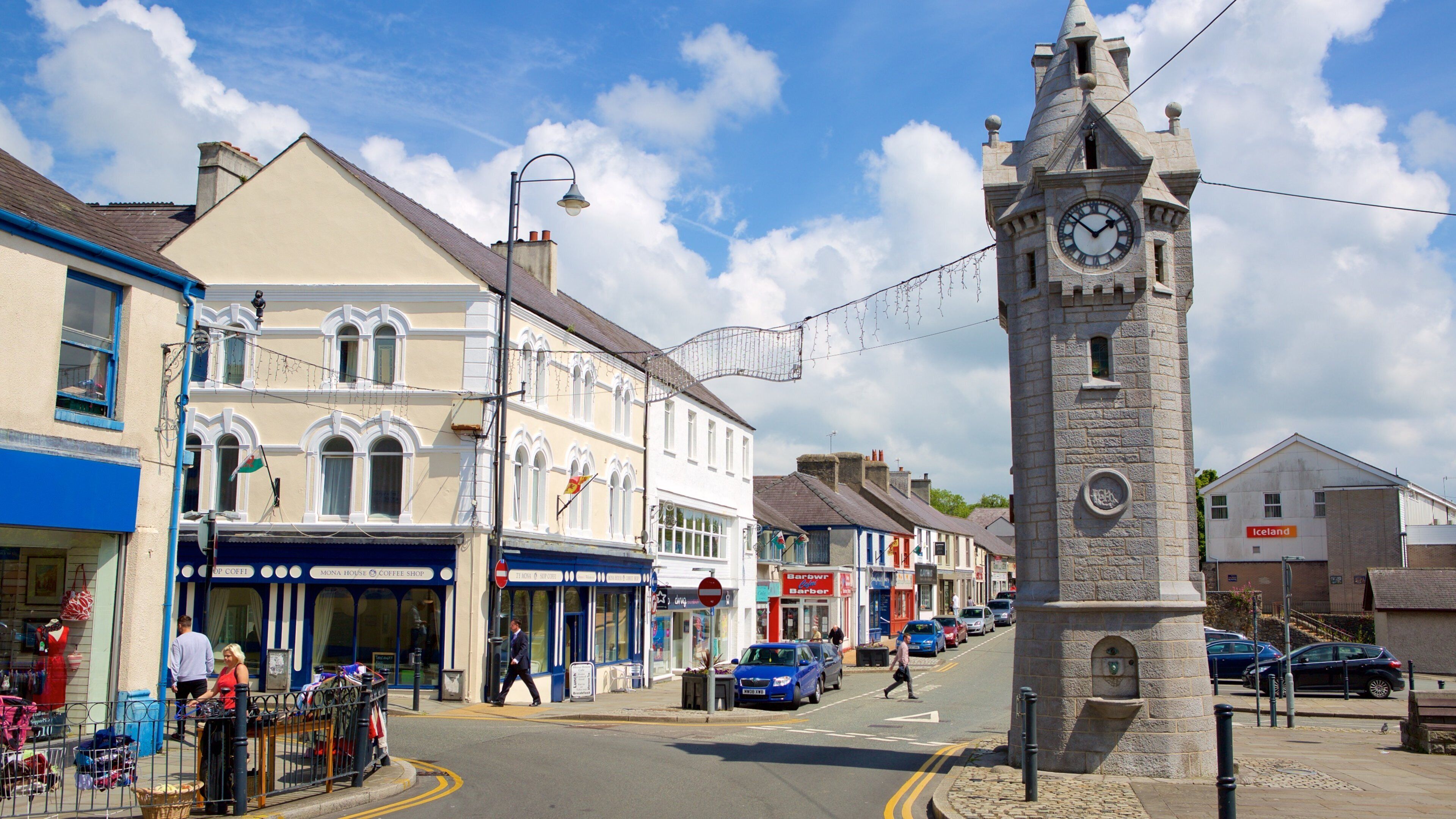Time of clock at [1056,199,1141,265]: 1:51
